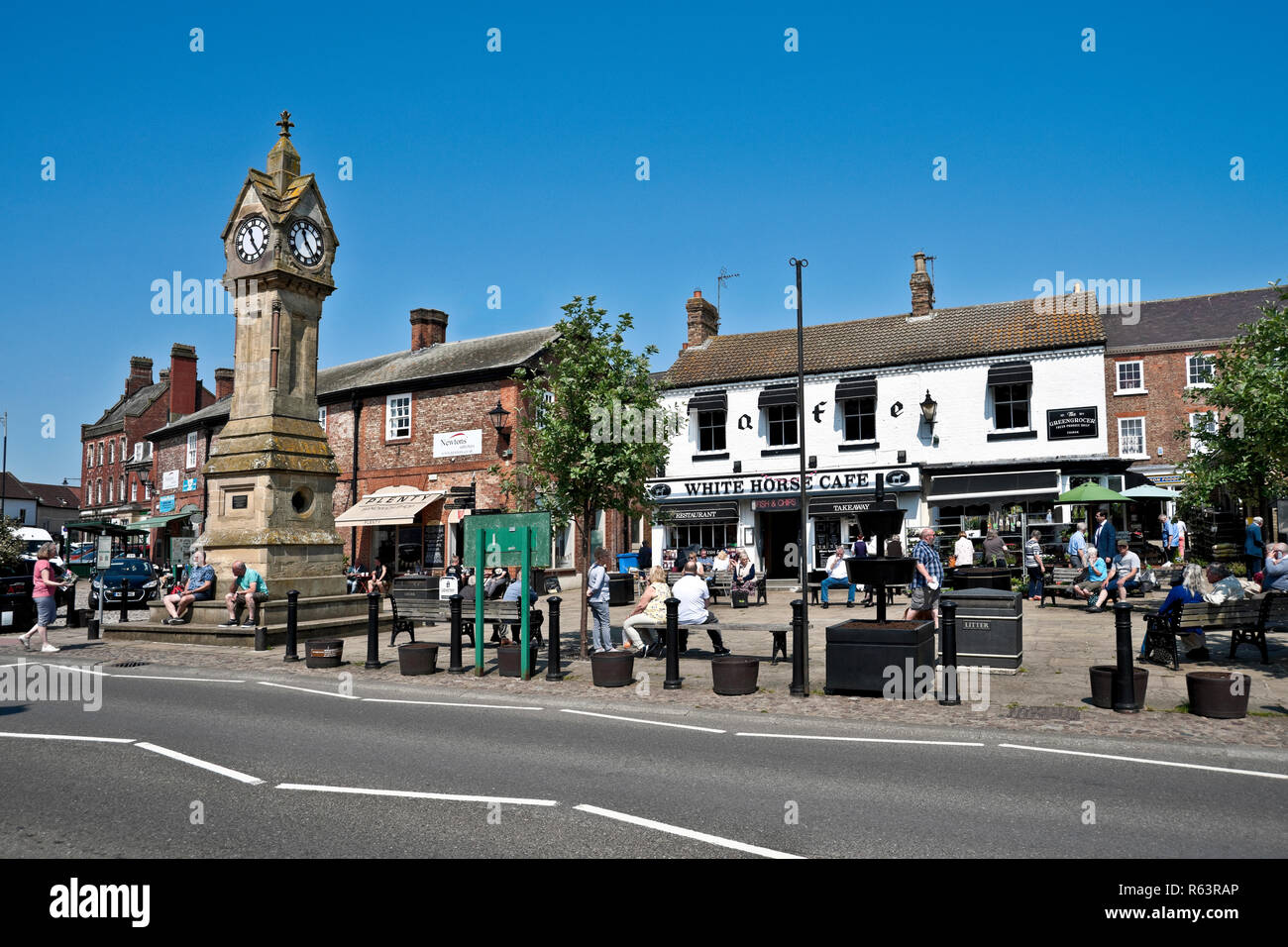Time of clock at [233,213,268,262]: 11:24
